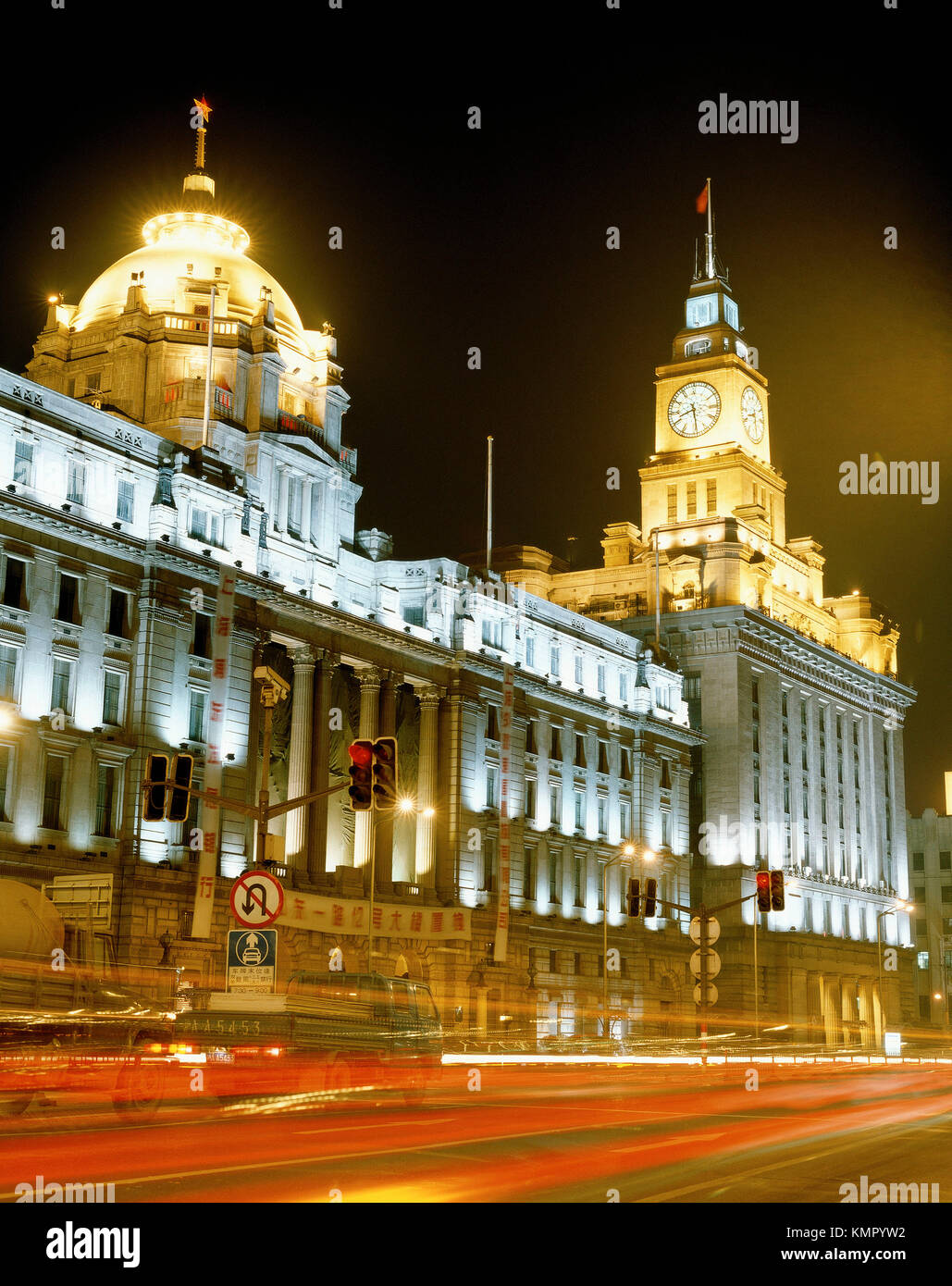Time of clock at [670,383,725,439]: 8:29
